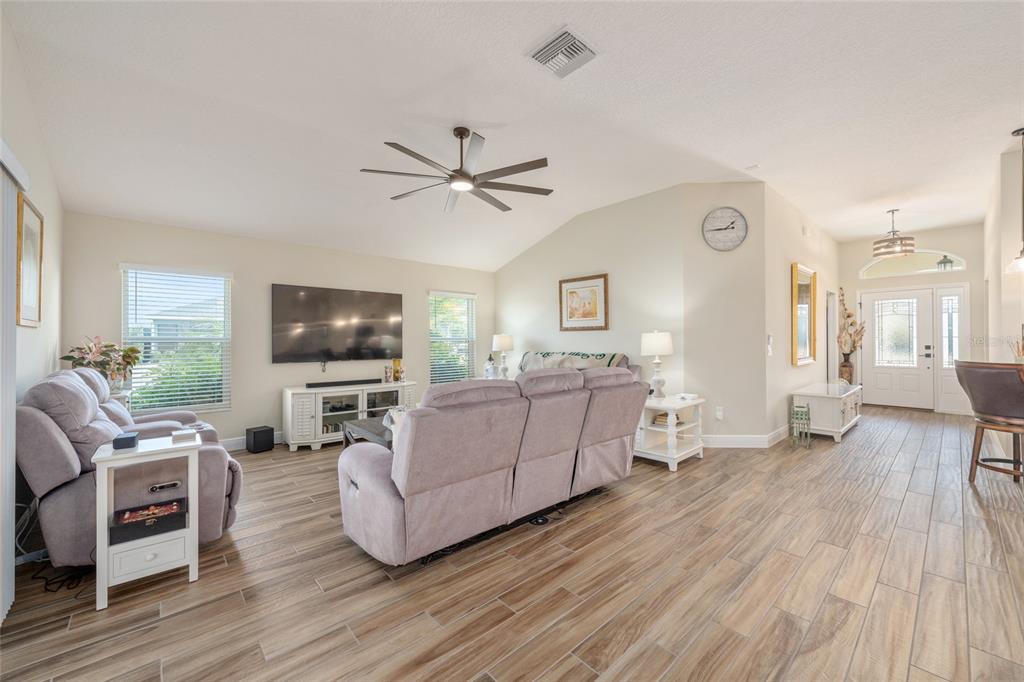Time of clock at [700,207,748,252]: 1:44
